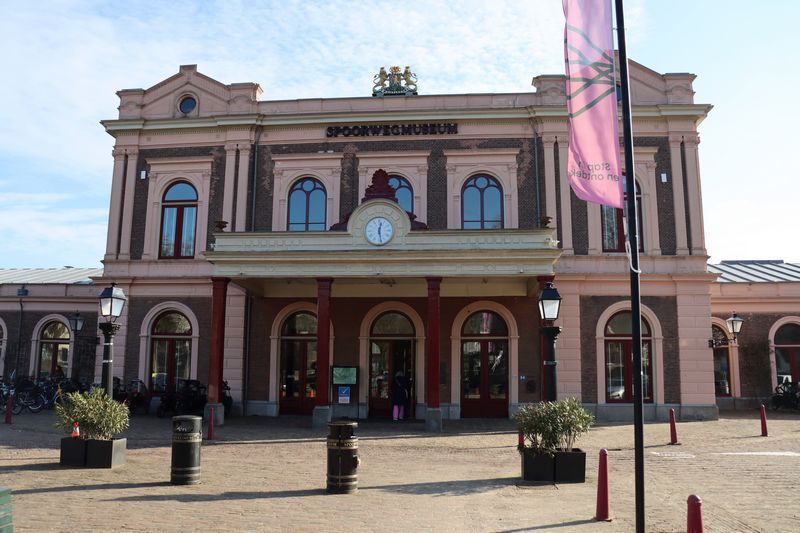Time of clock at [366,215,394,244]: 12:28
